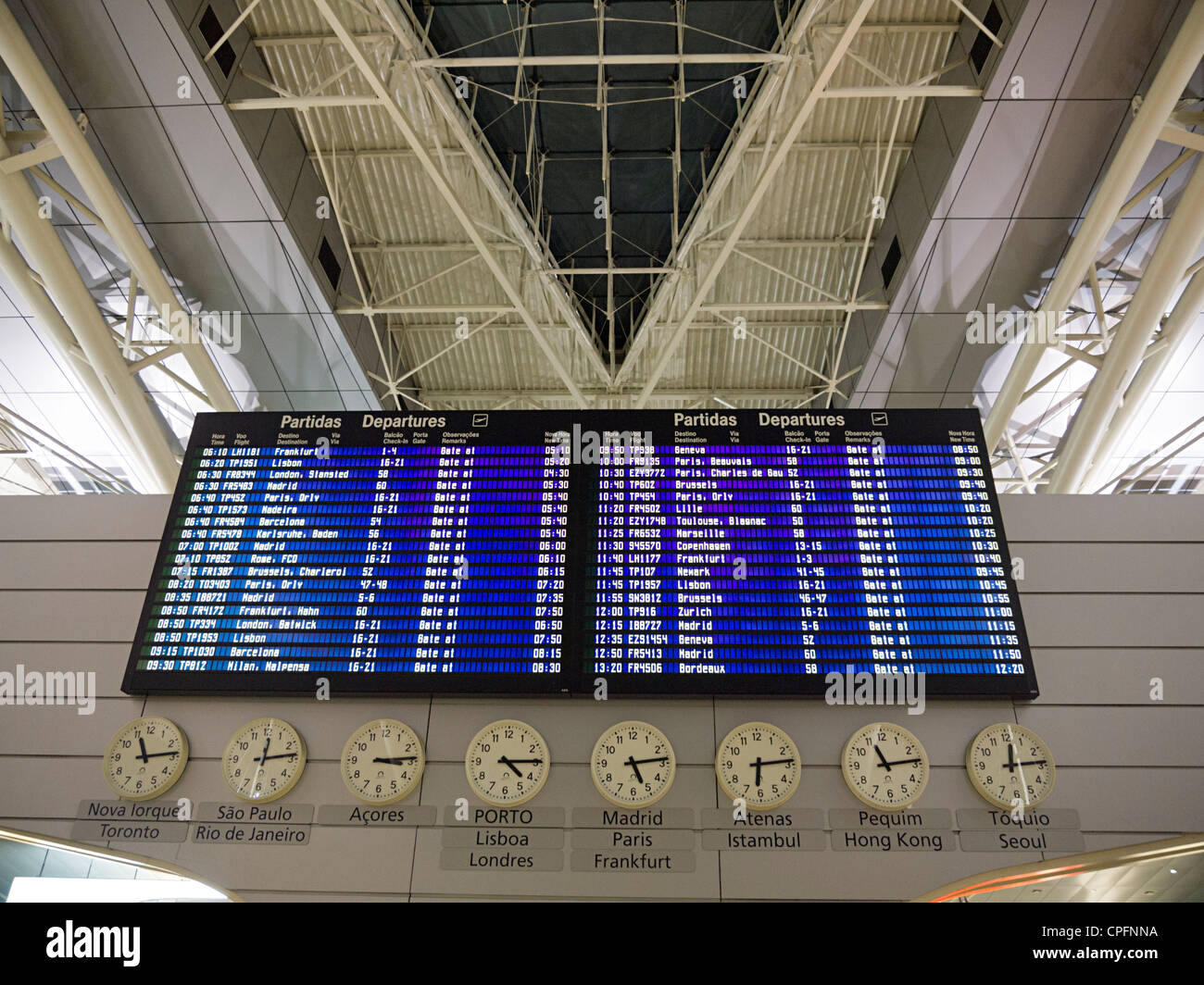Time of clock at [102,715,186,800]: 11:13
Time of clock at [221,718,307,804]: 12:13
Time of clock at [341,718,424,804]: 3:13
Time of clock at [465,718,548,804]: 4:14
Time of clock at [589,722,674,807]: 5:13
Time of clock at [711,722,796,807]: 6:13
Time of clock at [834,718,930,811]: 11:13
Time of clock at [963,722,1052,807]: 12:14
